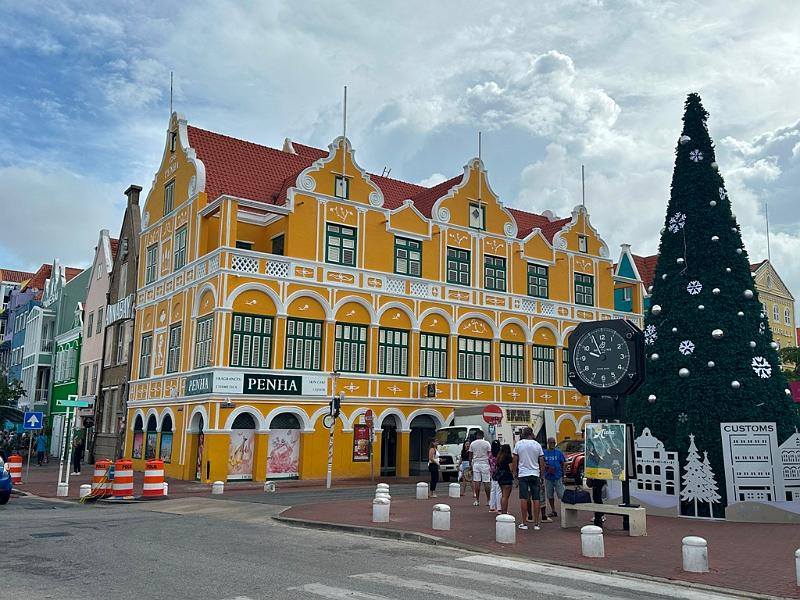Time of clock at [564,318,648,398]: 9:56
